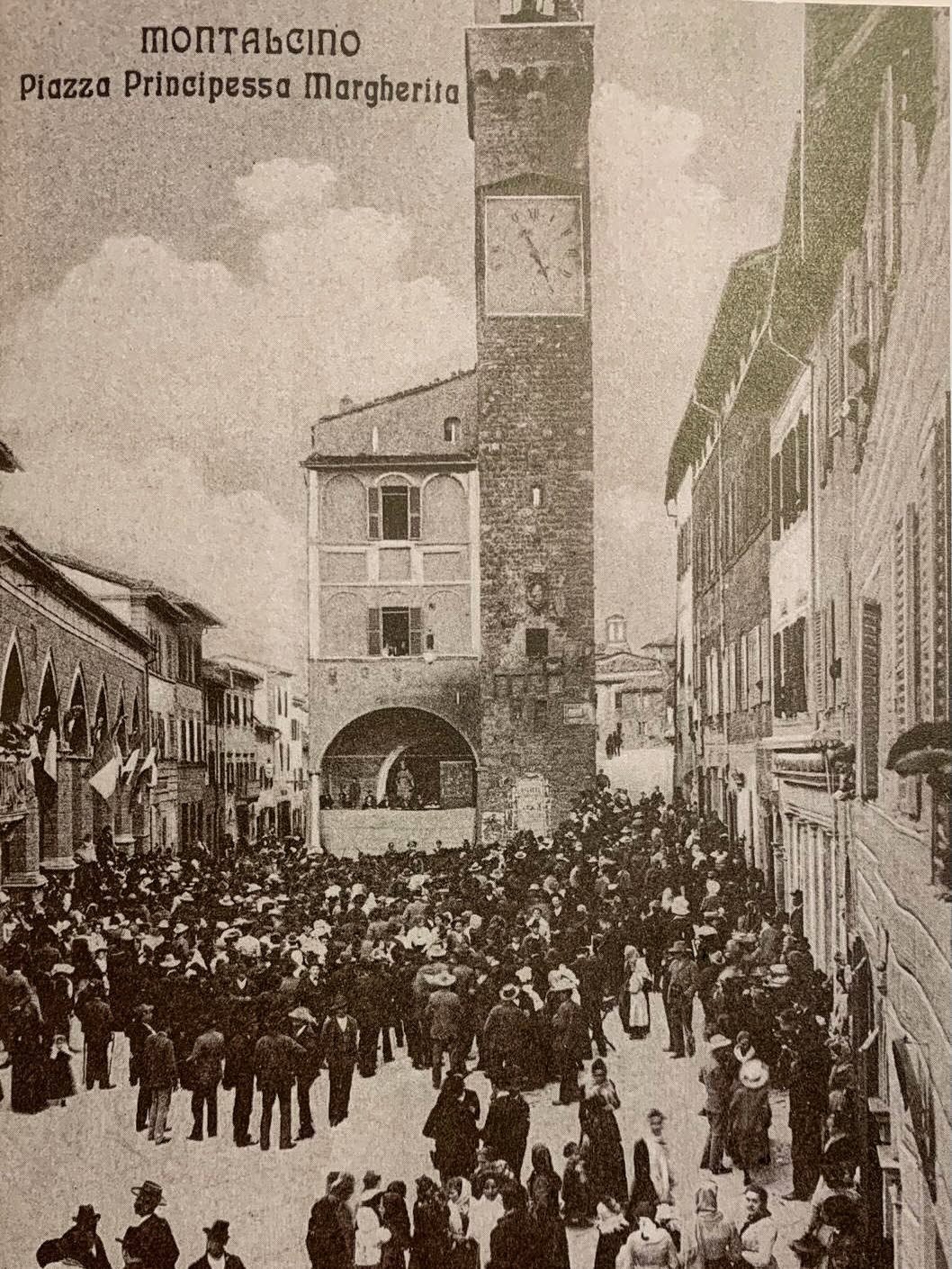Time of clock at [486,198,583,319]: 4:54
